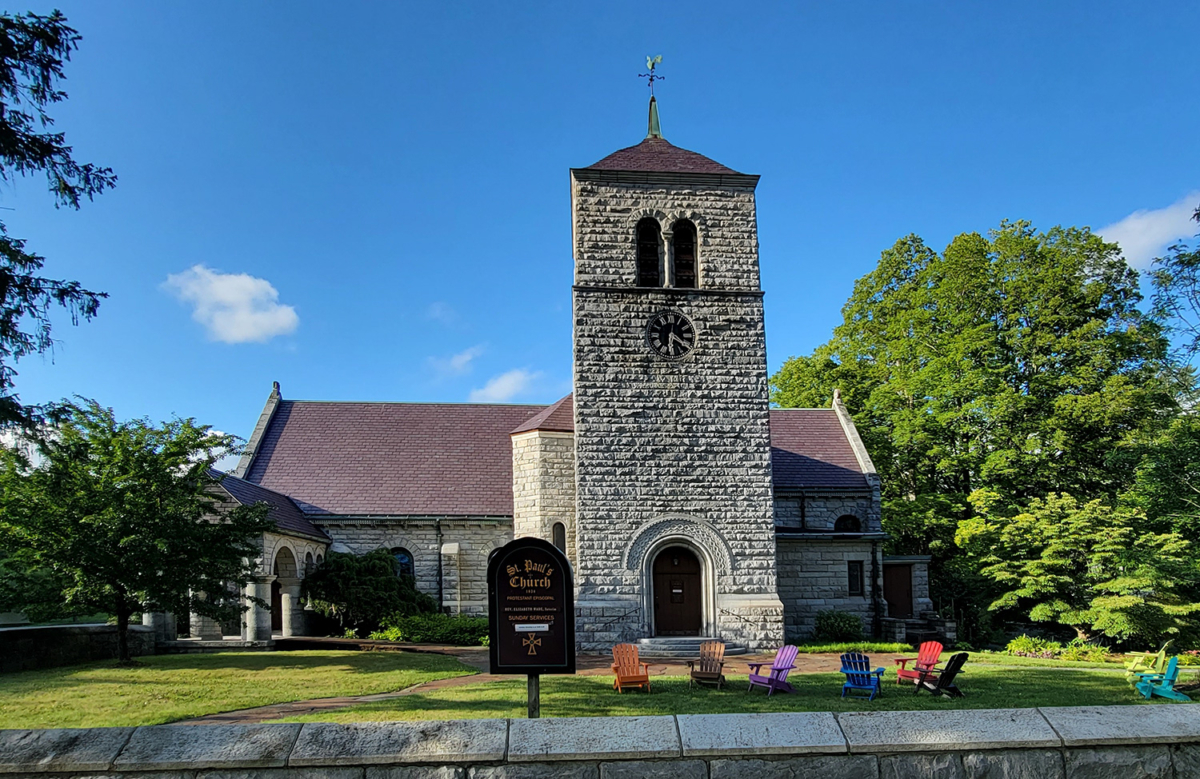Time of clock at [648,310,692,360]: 6:20
